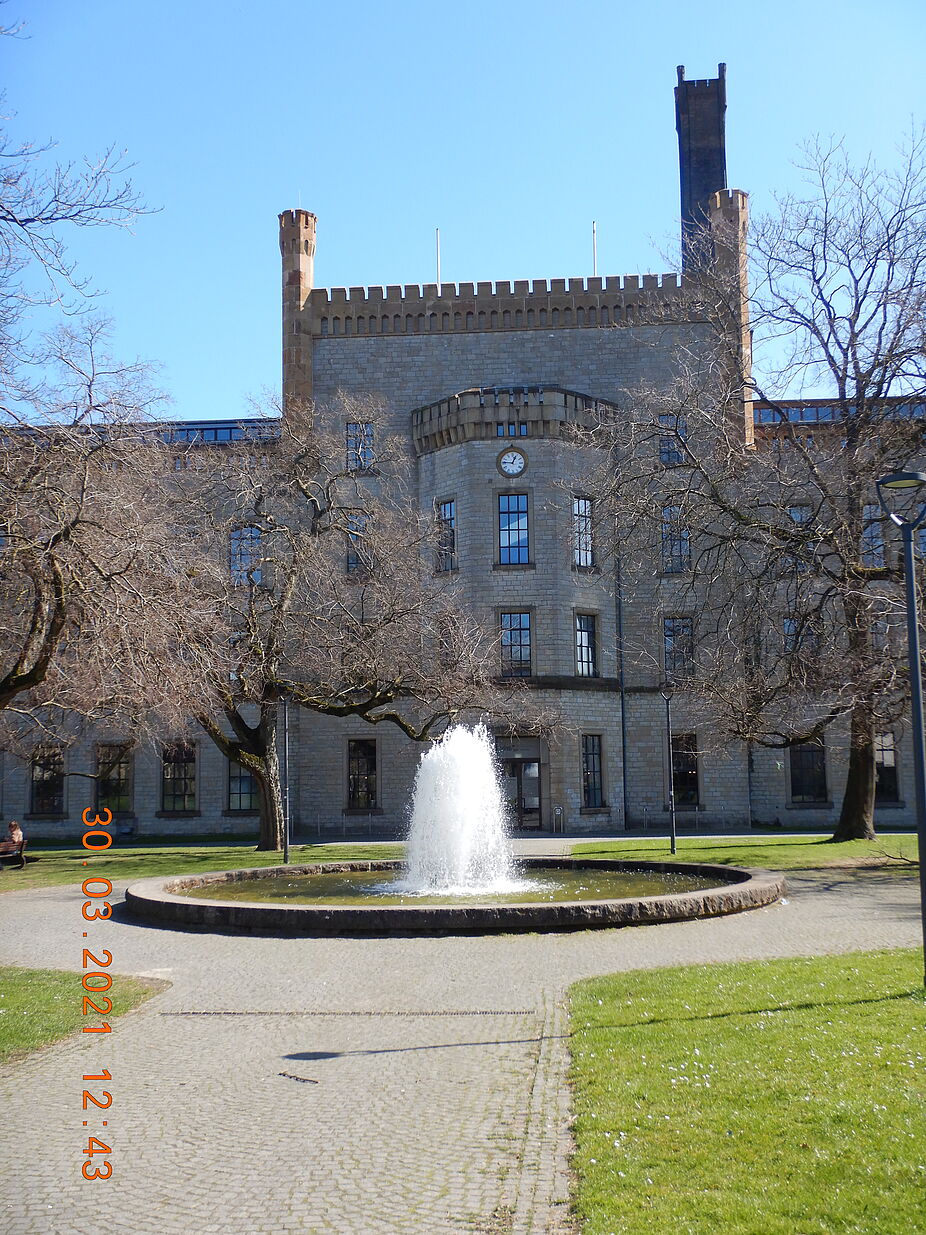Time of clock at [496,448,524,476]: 12:46
